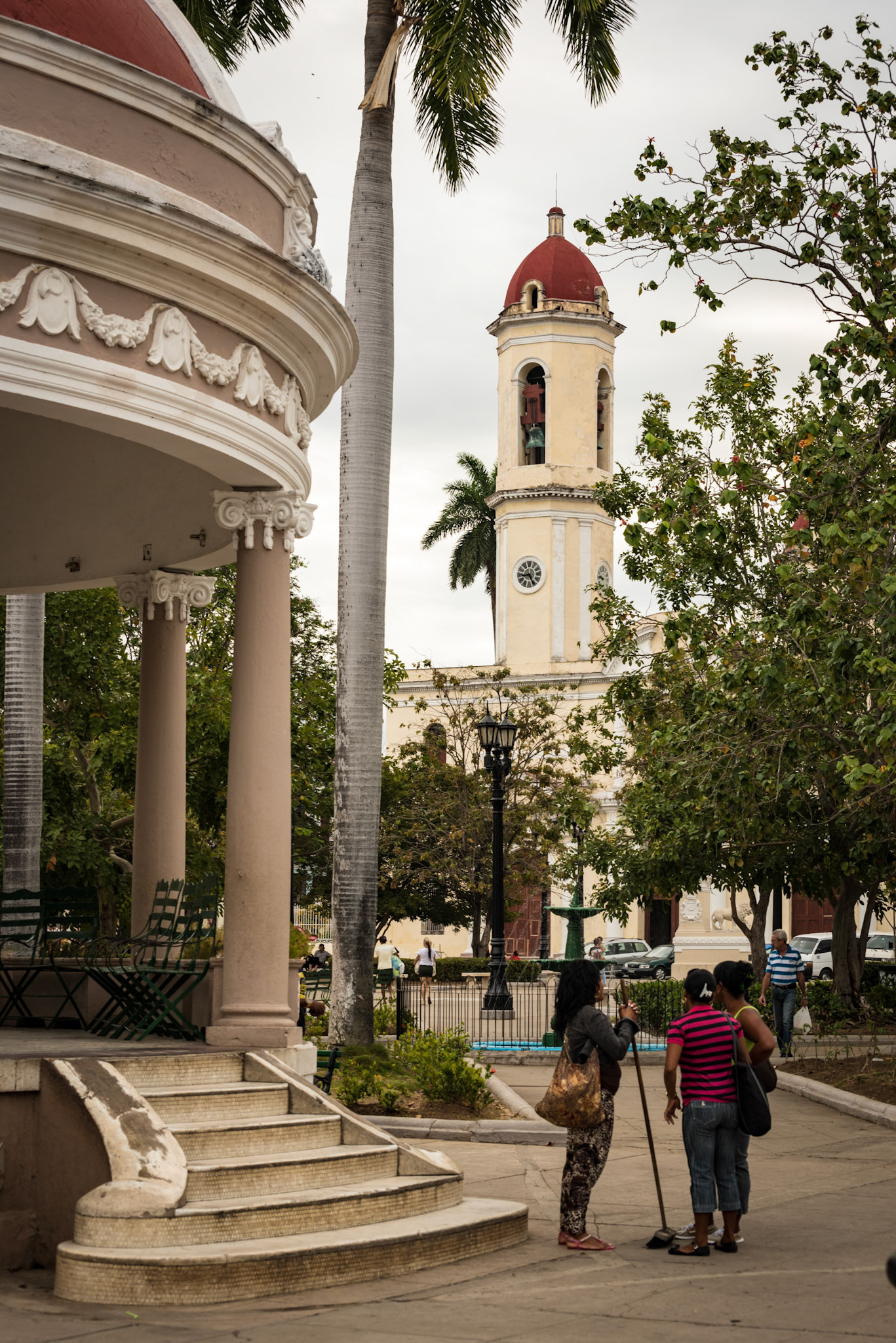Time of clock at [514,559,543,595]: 8:25
